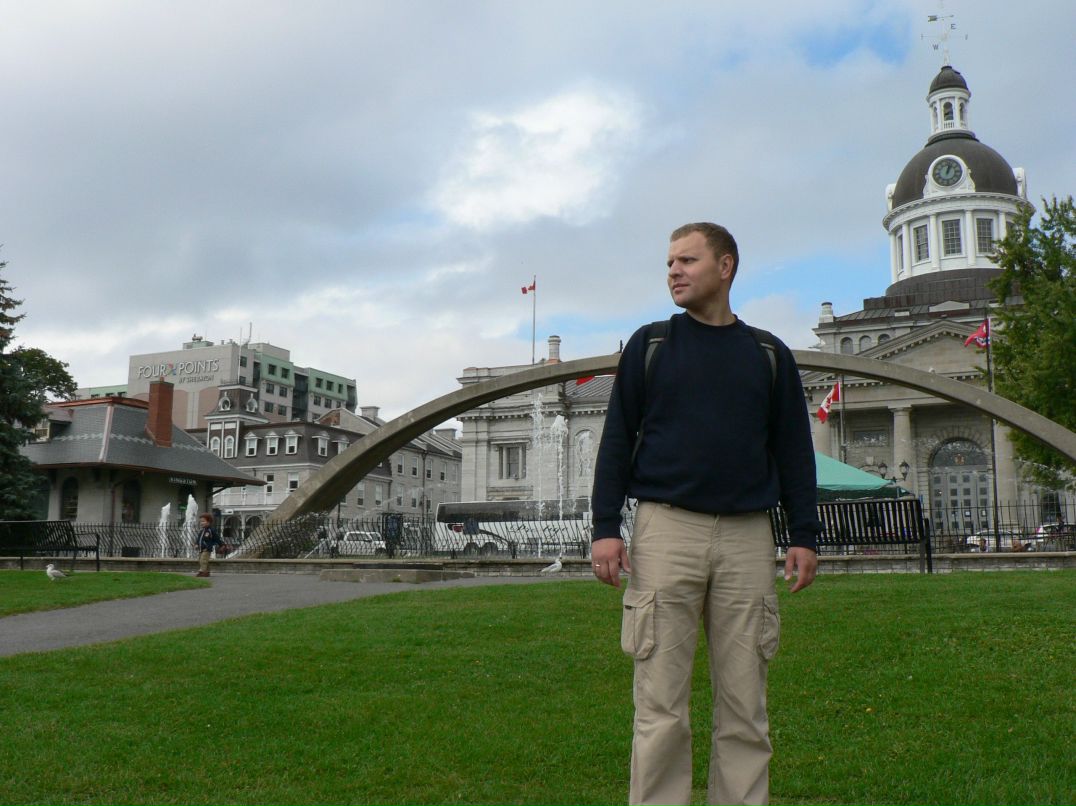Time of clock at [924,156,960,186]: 1:02
